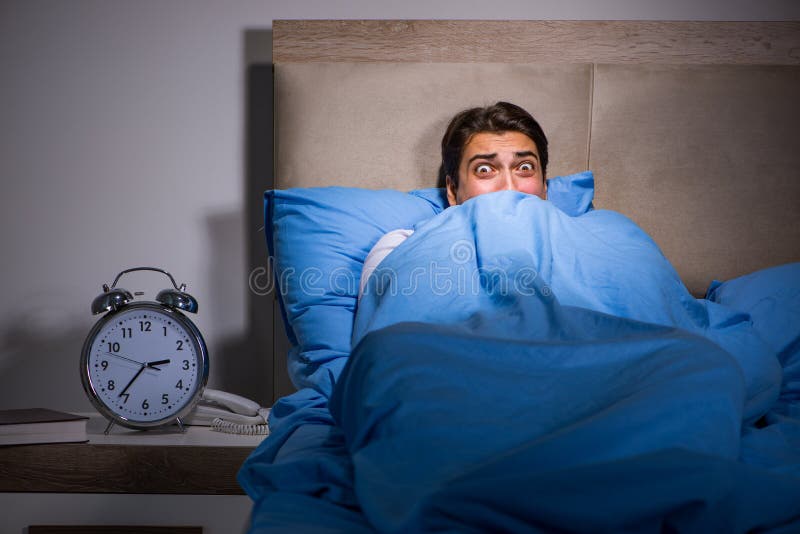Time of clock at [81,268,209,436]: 2:36
